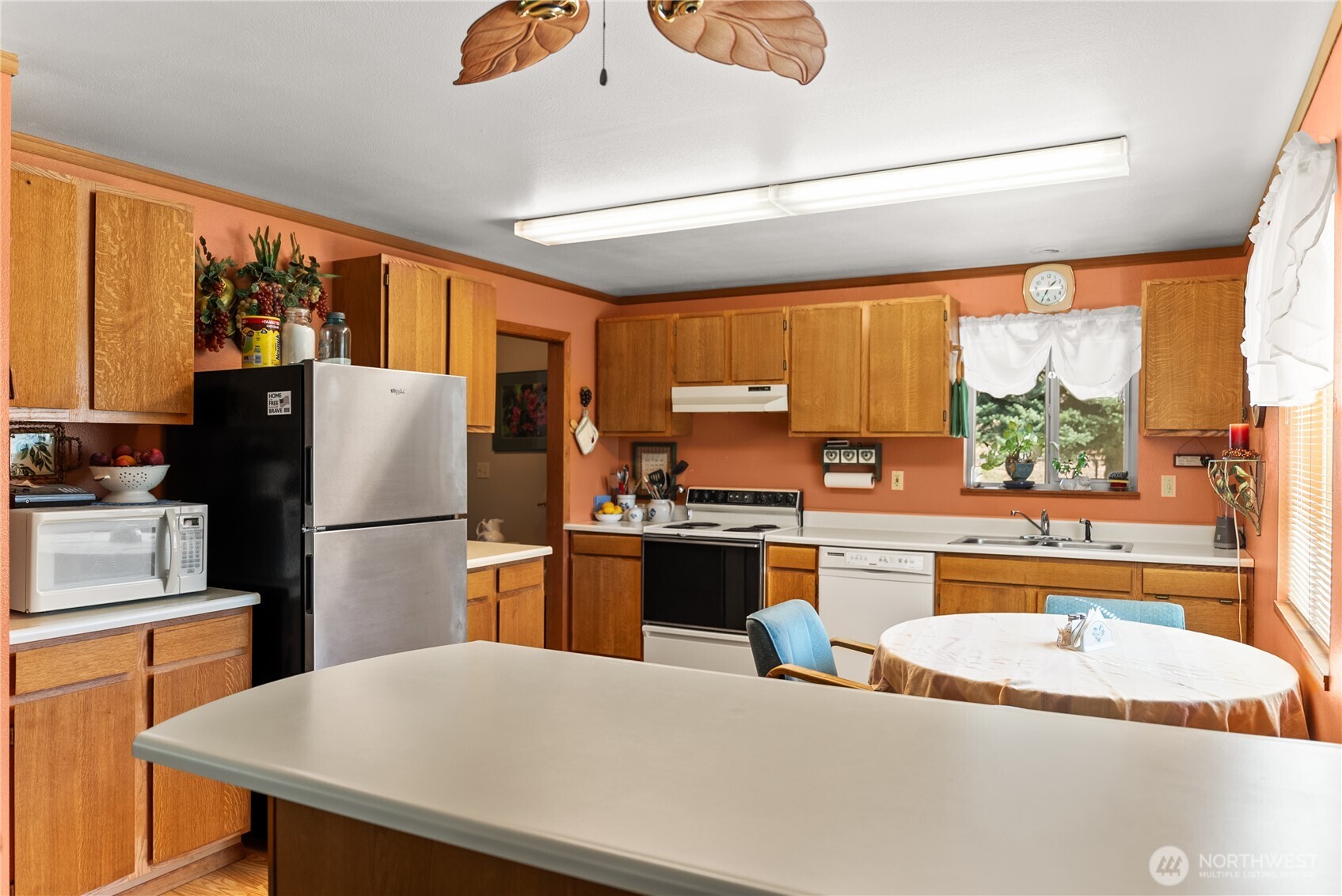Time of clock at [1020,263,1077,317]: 1:34
